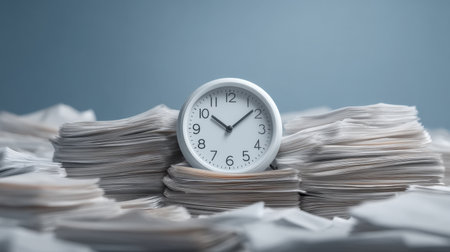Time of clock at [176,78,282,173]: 10:08
